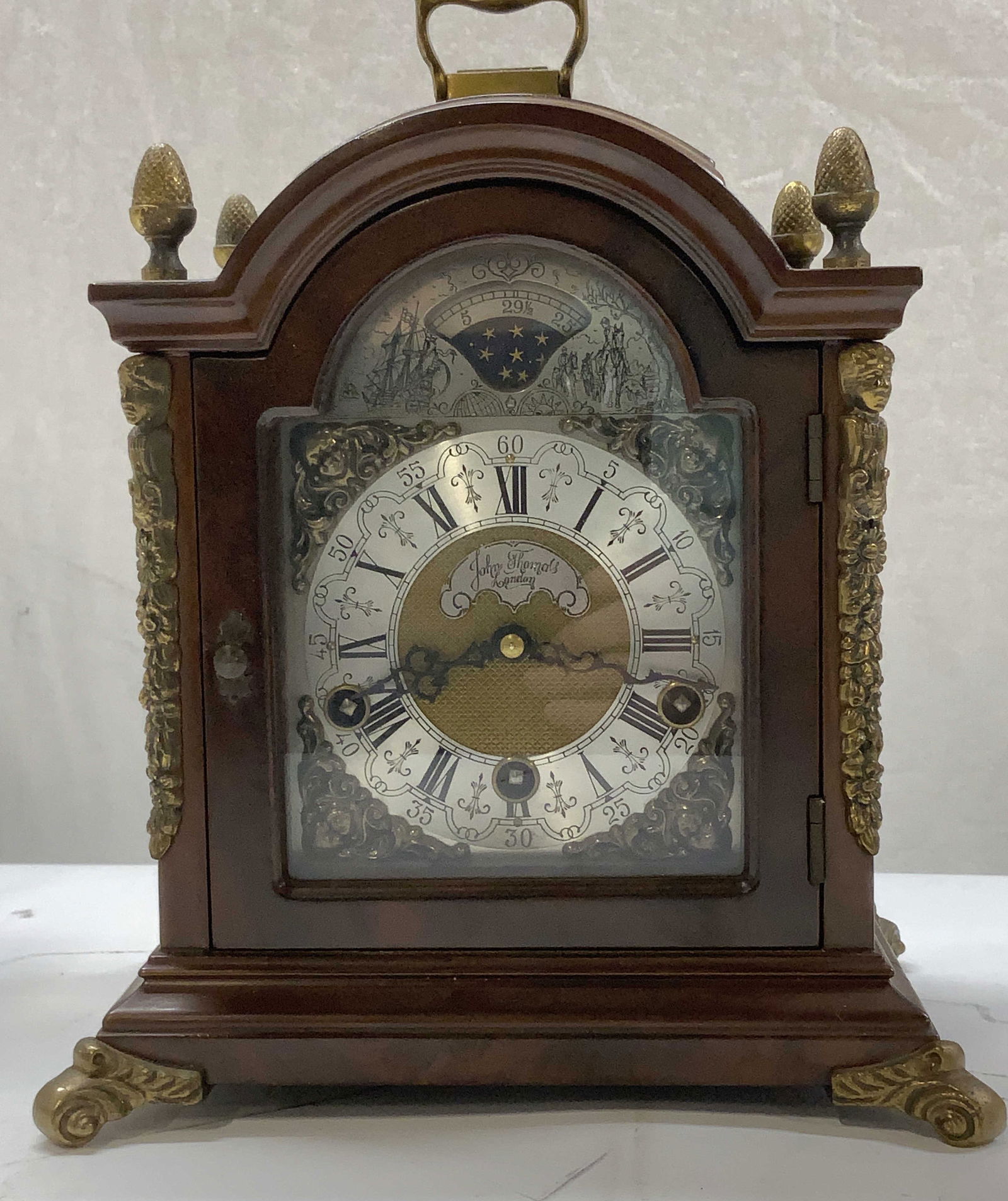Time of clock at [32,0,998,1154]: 8:16
